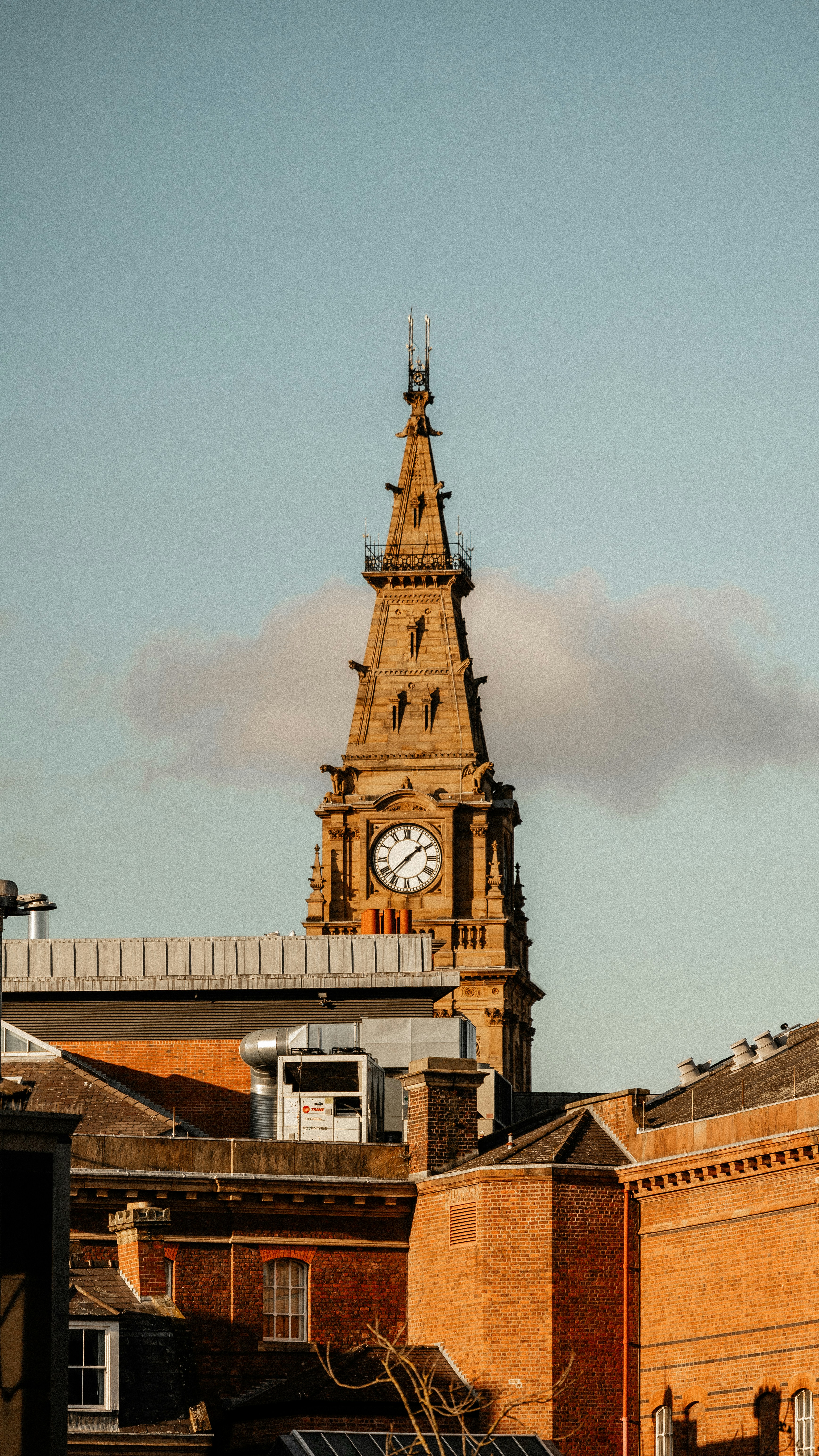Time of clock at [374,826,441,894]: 1:37
